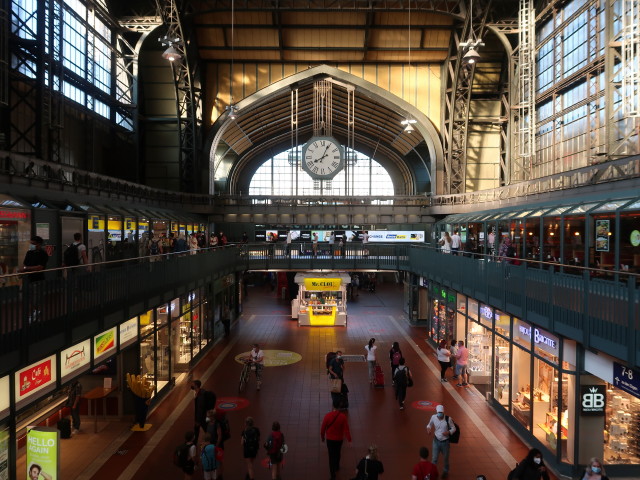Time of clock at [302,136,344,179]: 8:04
